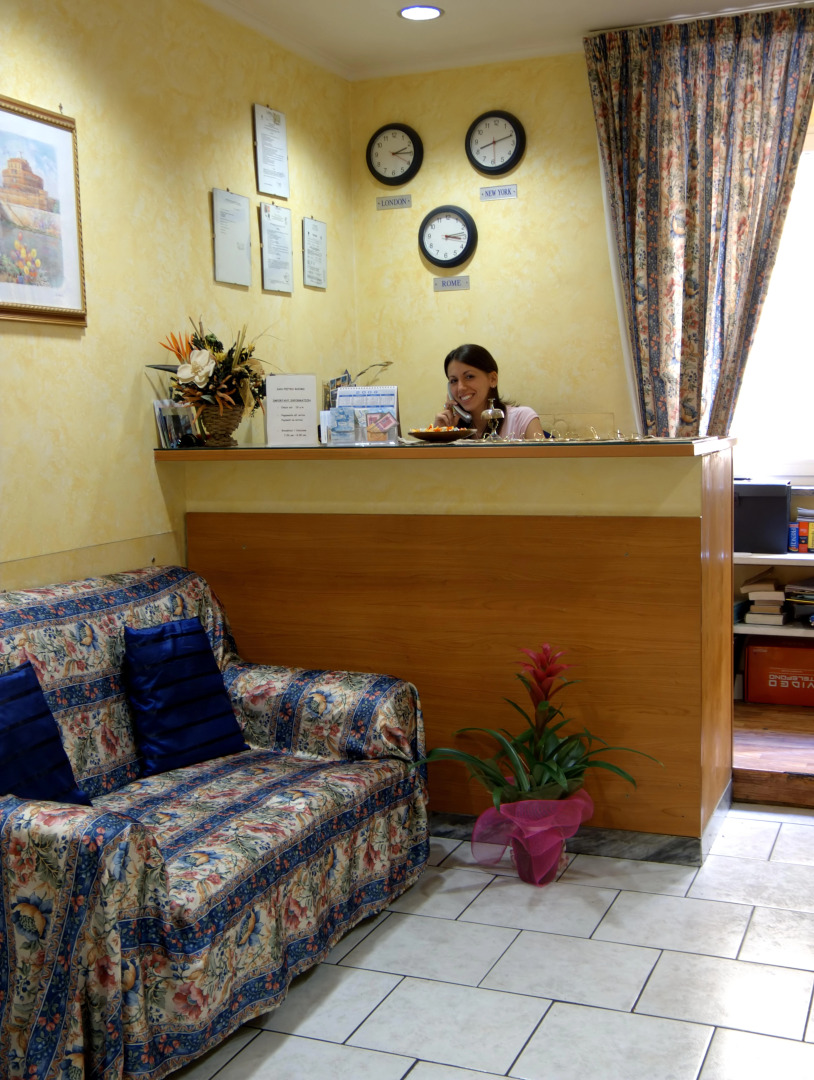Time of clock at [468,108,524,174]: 8:11
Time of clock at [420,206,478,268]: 3:12
